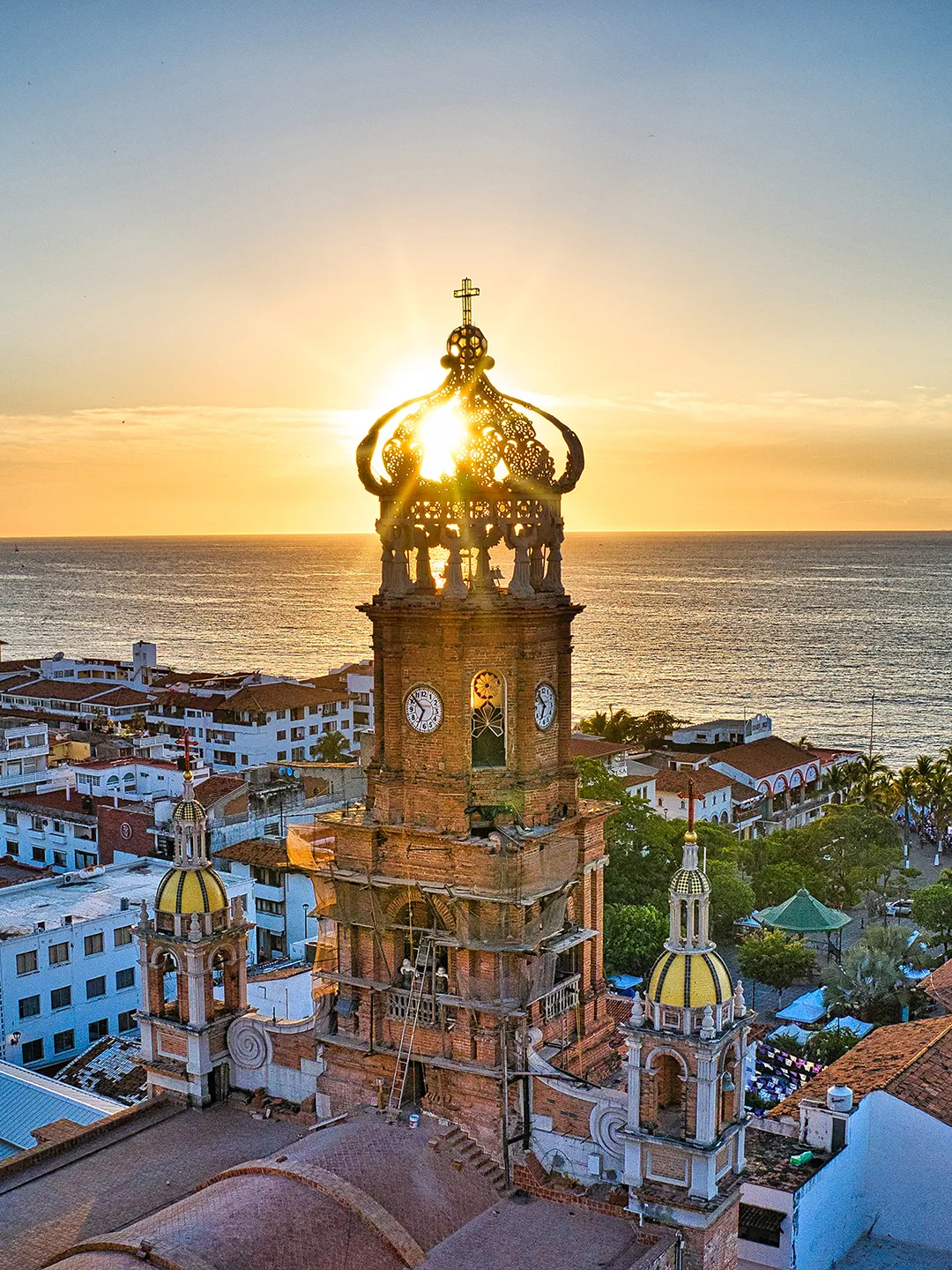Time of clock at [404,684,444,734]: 6:52
